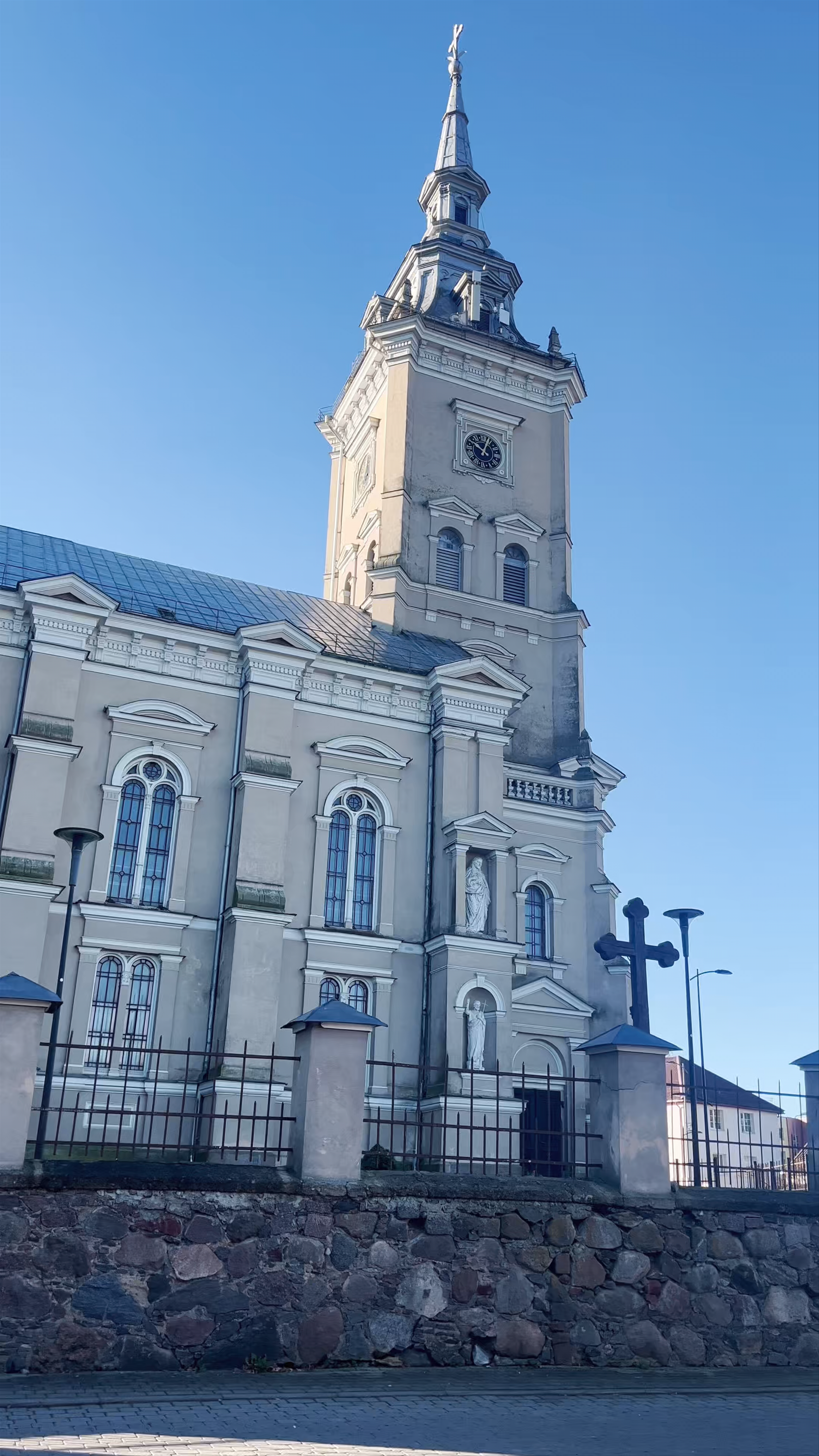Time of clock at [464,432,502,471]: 10:03
